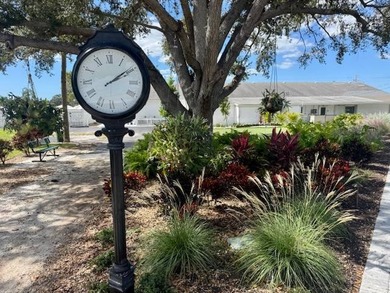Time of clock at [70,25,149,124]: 2:09
